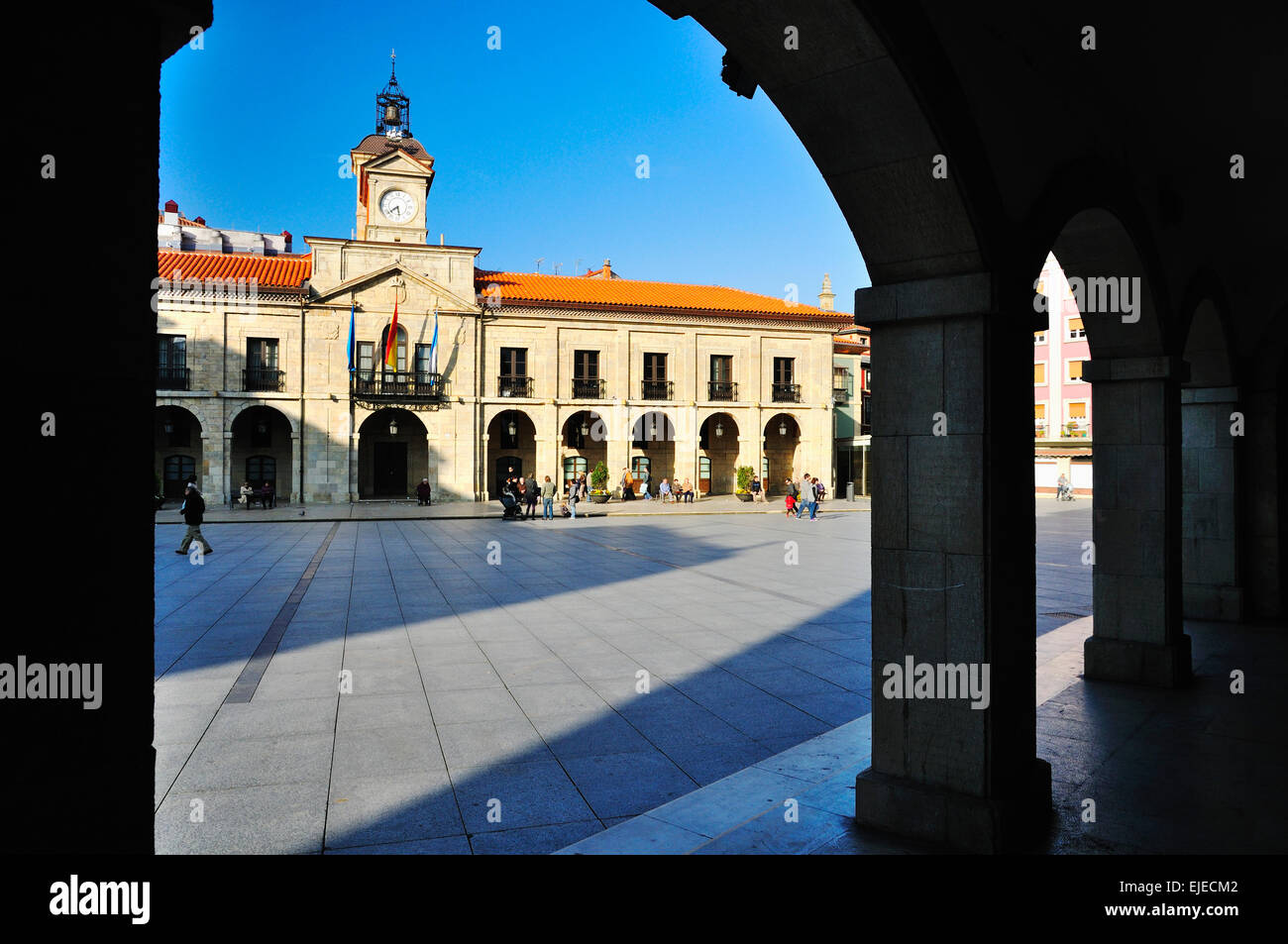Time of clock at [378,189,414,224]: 5:38
